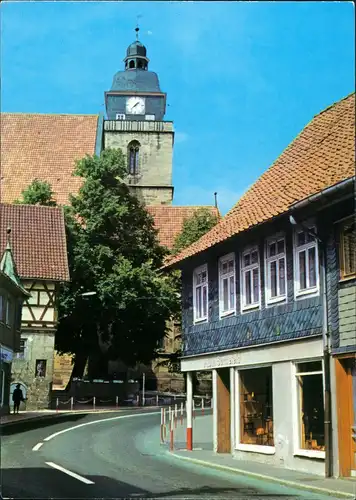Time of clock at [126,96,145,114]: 1:37
